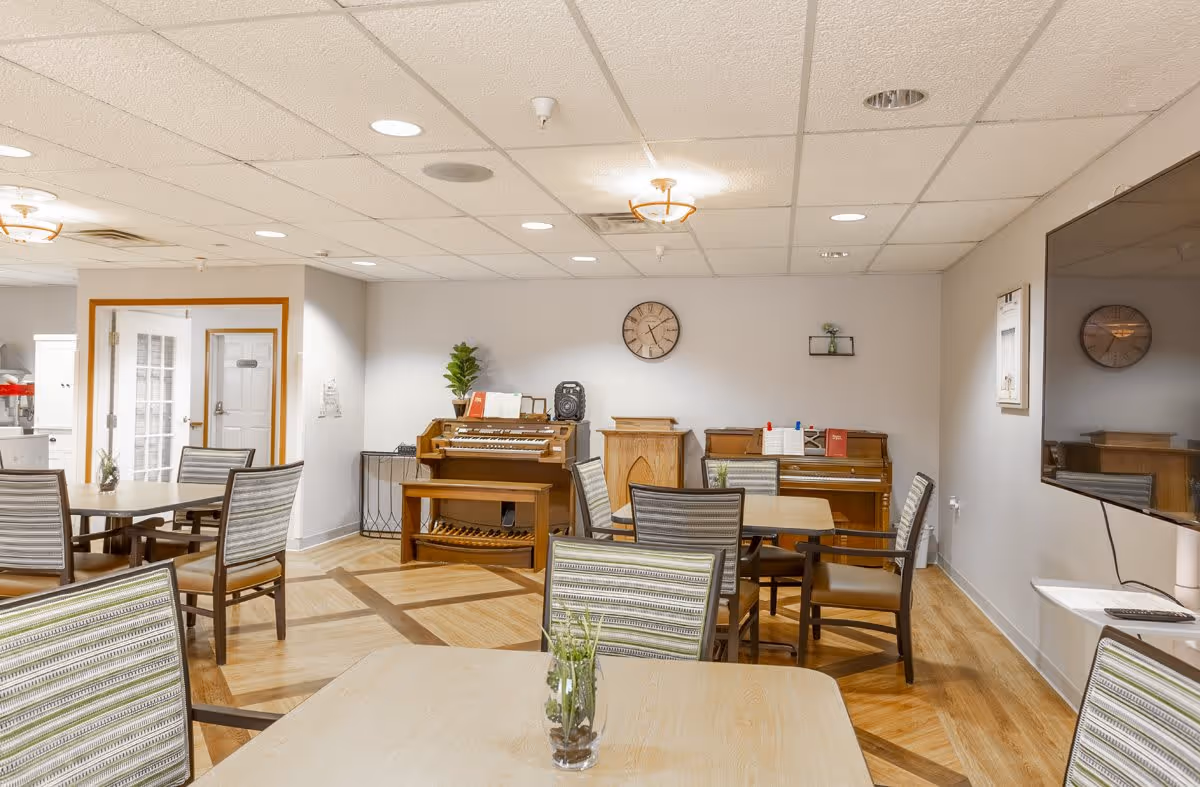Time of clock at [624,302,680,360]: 5:09
